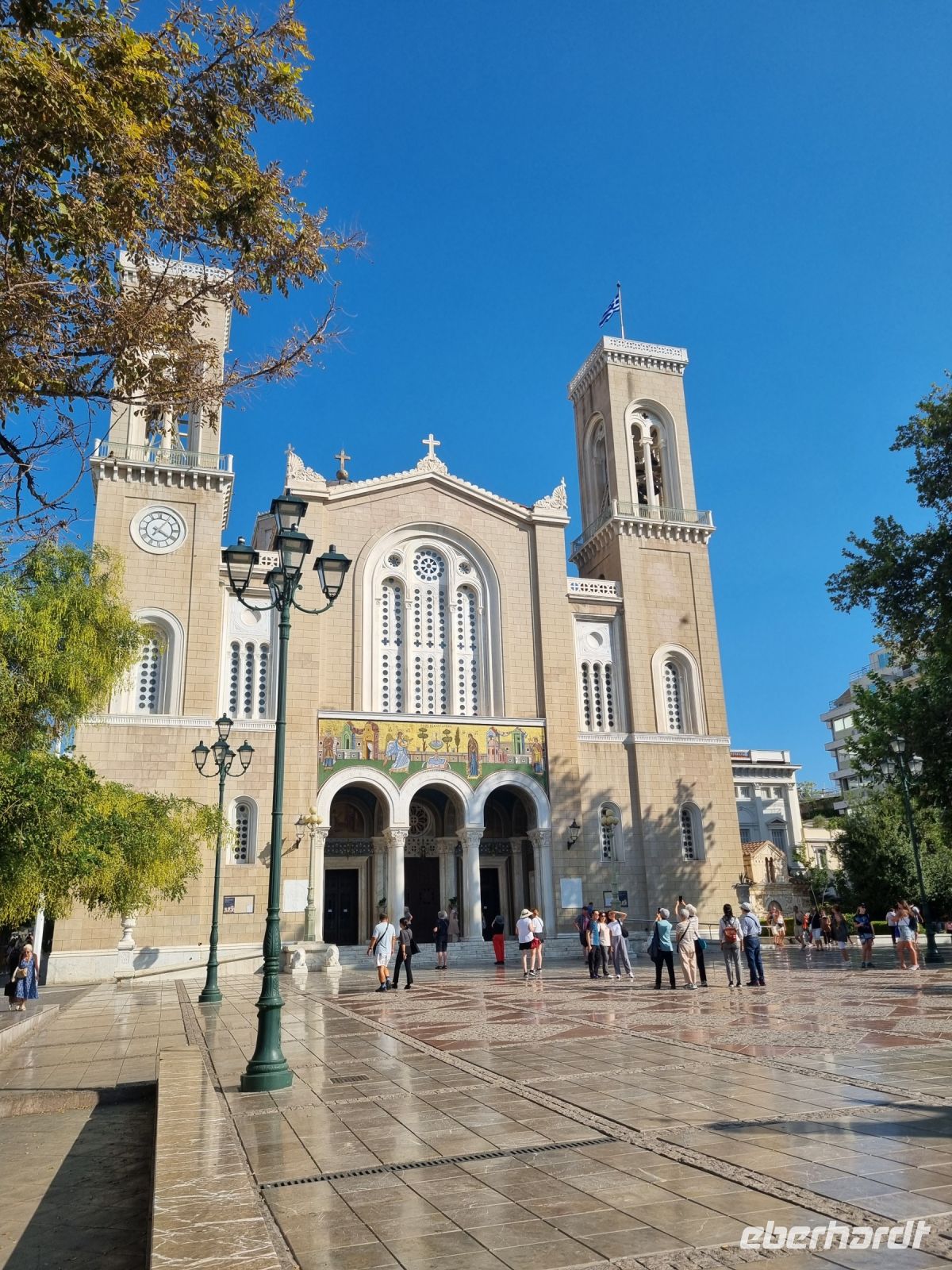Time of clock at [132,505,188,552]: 4:06
